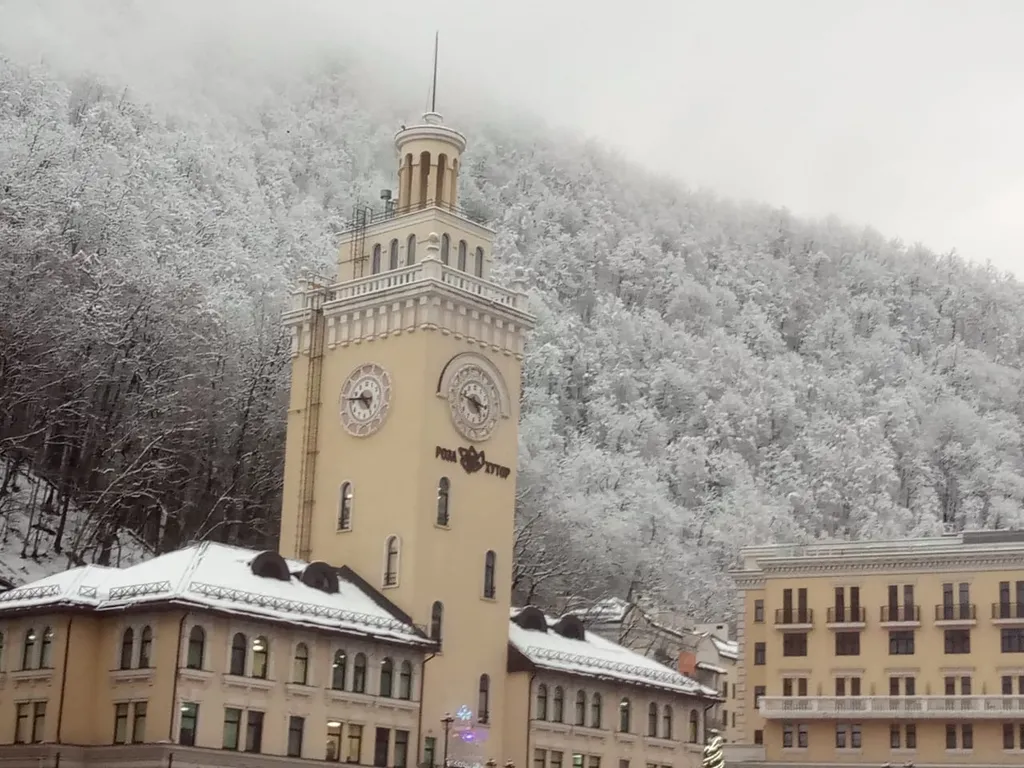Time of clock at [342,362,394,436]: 4:45
